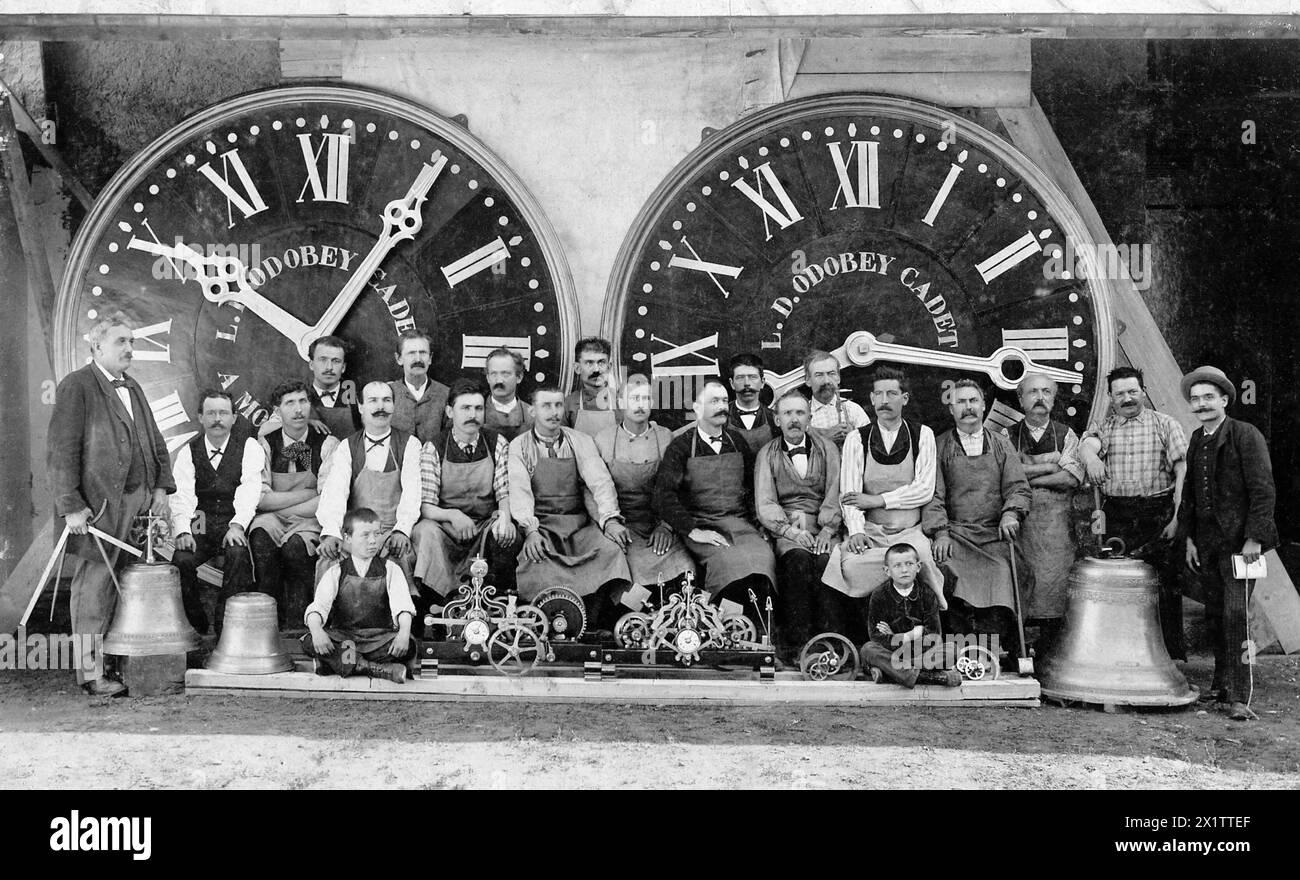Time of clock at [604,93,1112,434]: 8:16
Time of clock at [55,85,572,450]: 10:05
